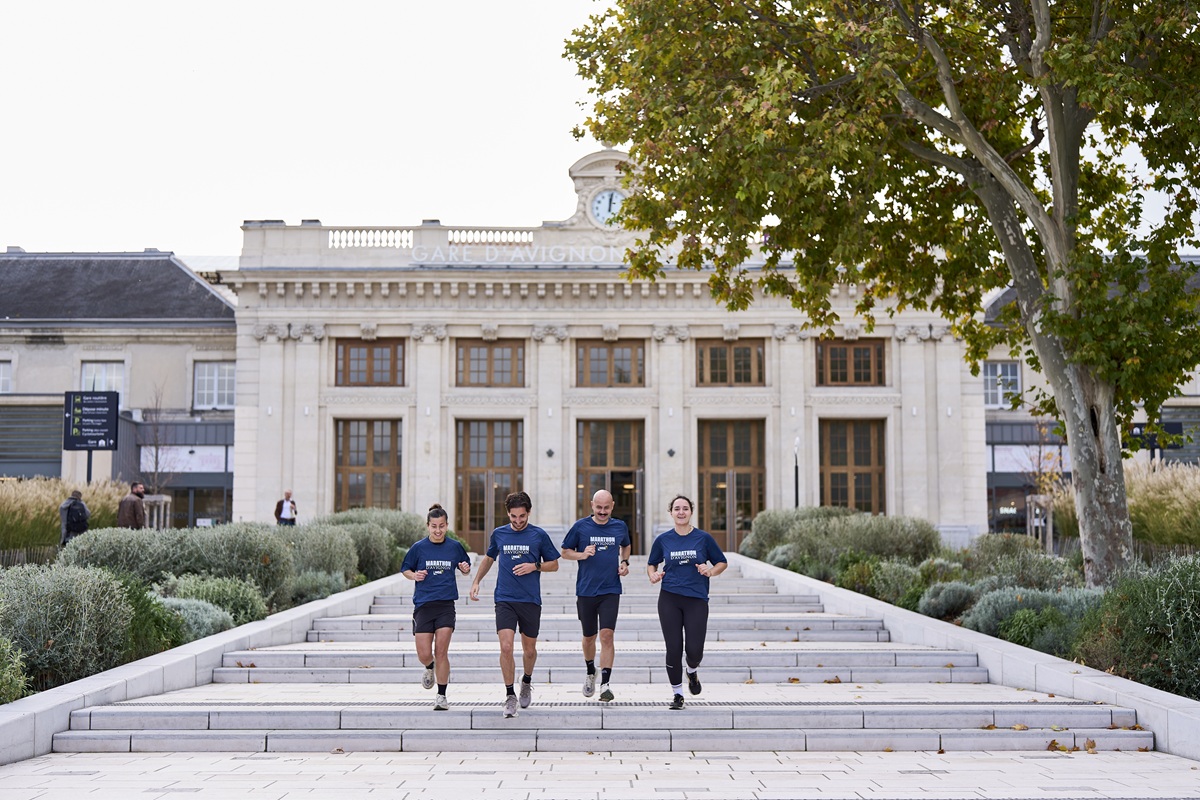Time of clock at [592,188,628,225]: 12:01
